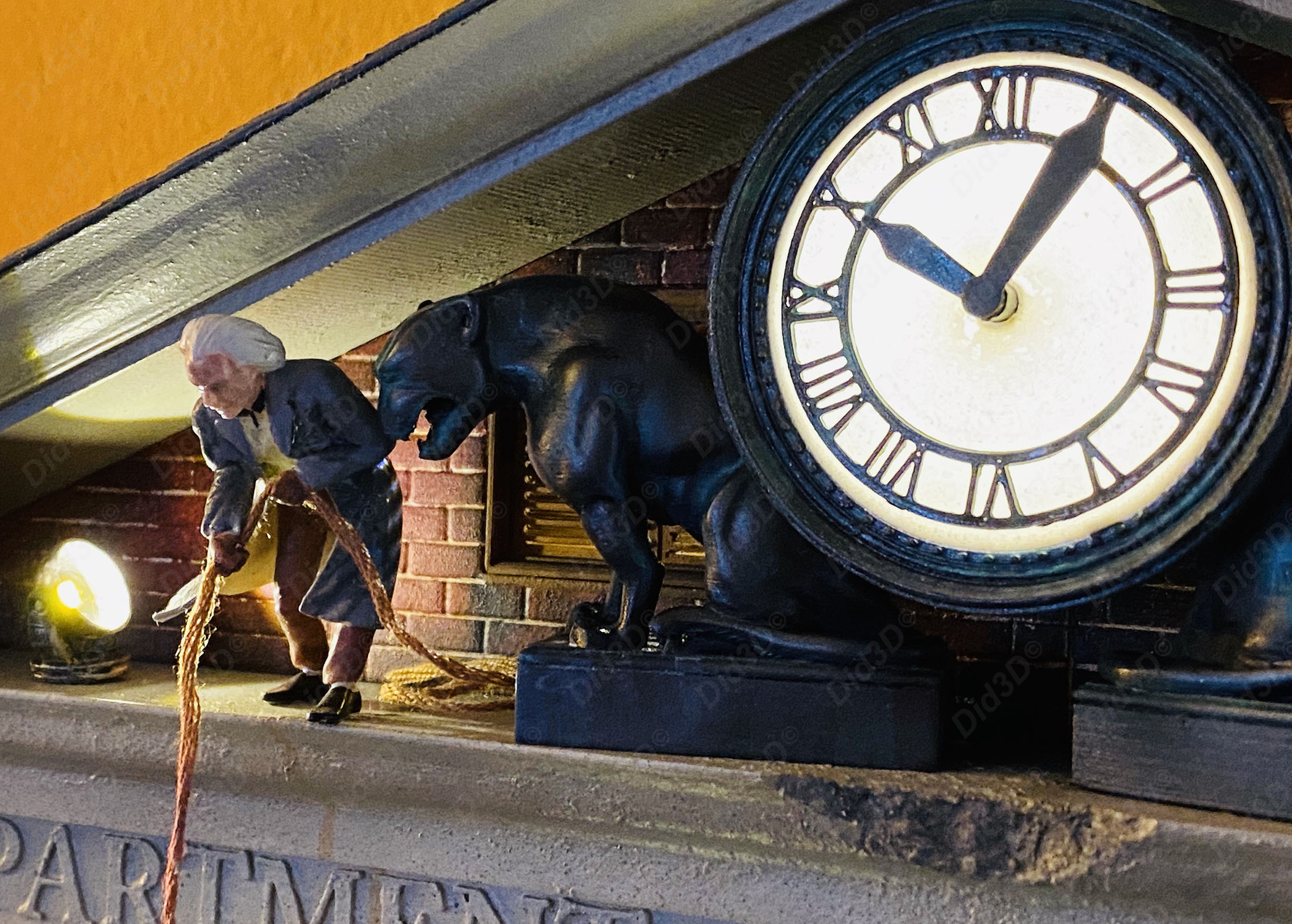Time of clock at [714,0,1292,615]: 10:05
